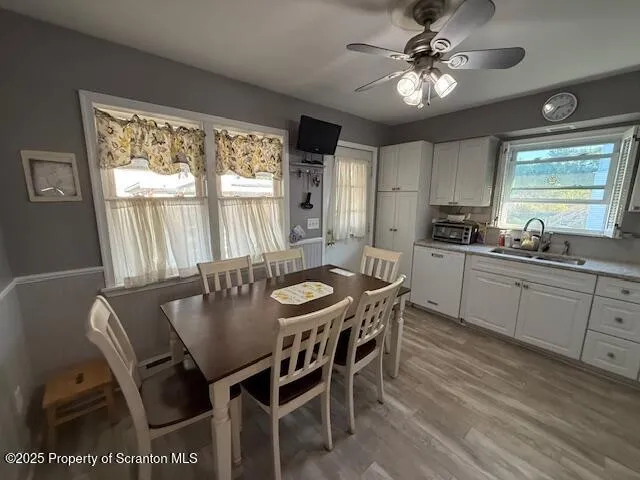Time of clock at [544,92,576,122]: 7:12
